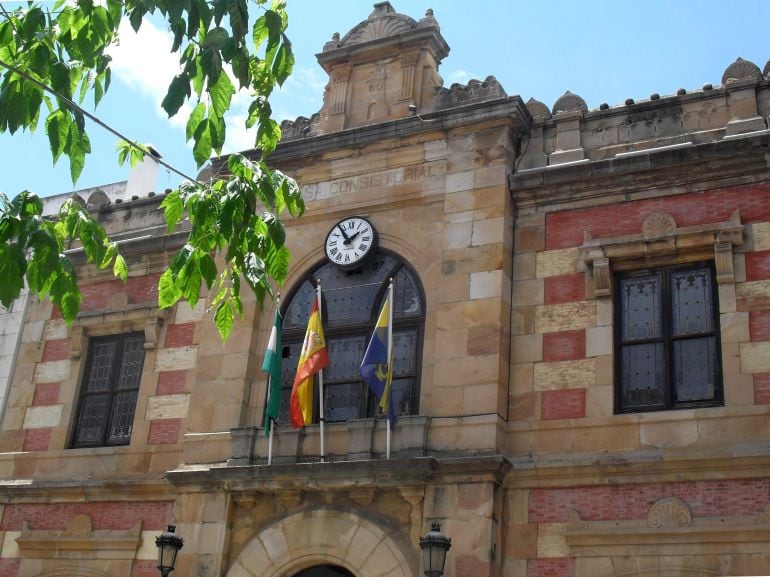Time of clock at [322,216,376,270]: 1:54
